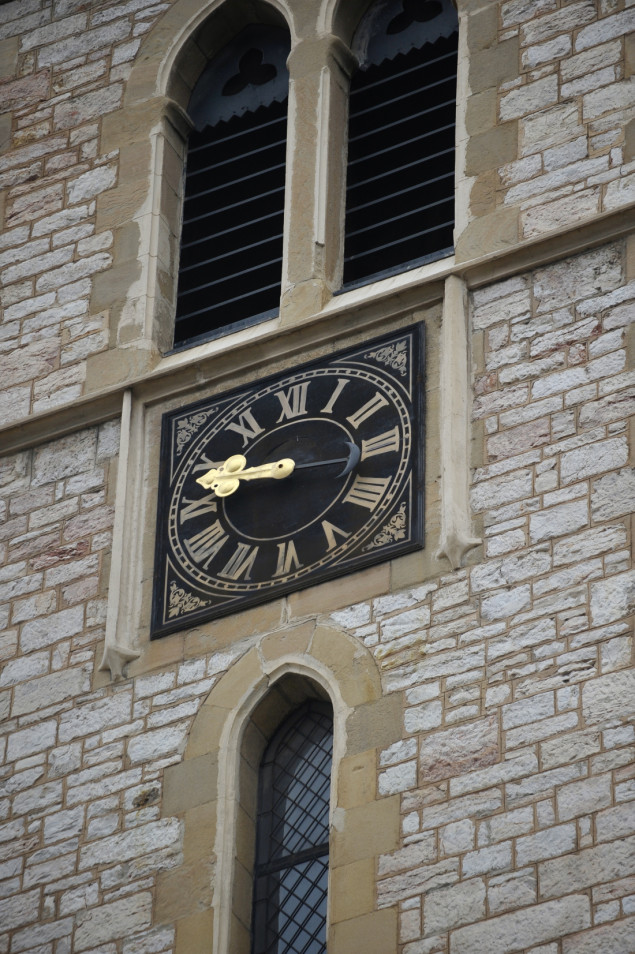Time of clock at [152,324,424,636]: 9:47
